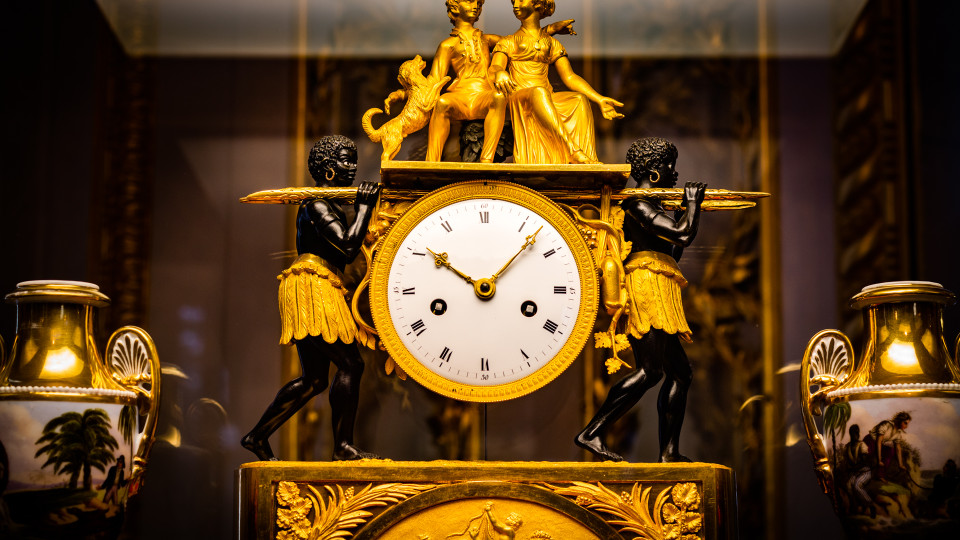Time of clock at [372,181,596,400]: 10:07
